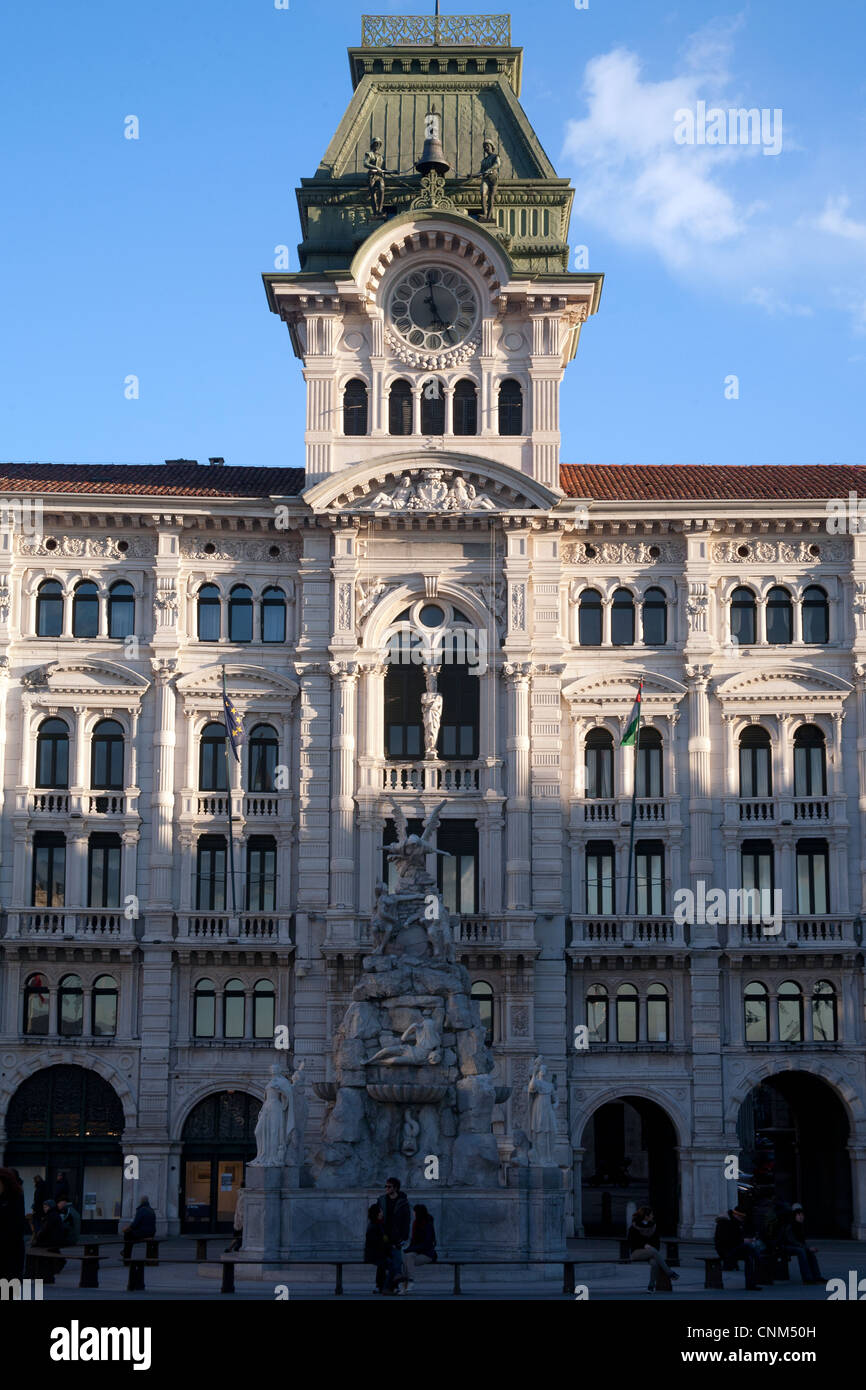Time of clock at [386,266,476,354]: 4:59
